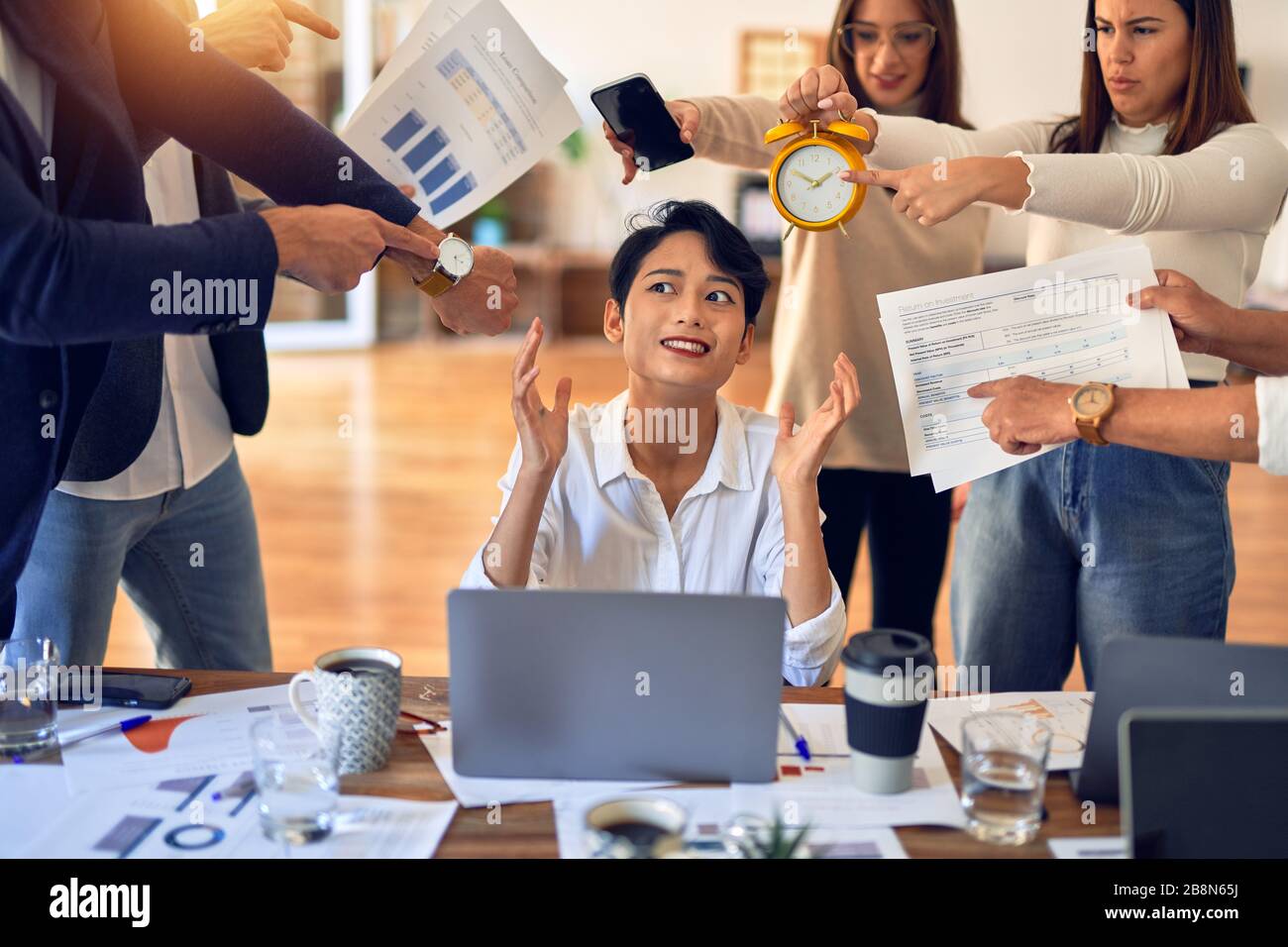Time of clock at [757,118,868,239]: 1:50
